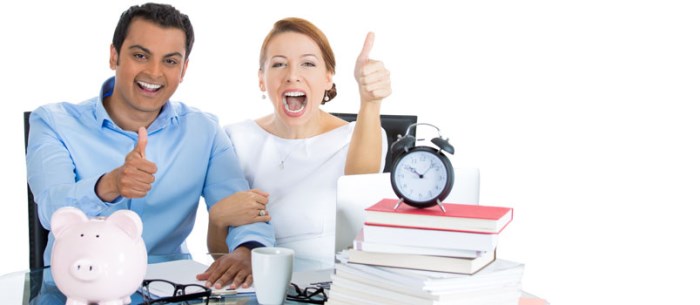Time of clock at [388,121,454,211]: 10:07
